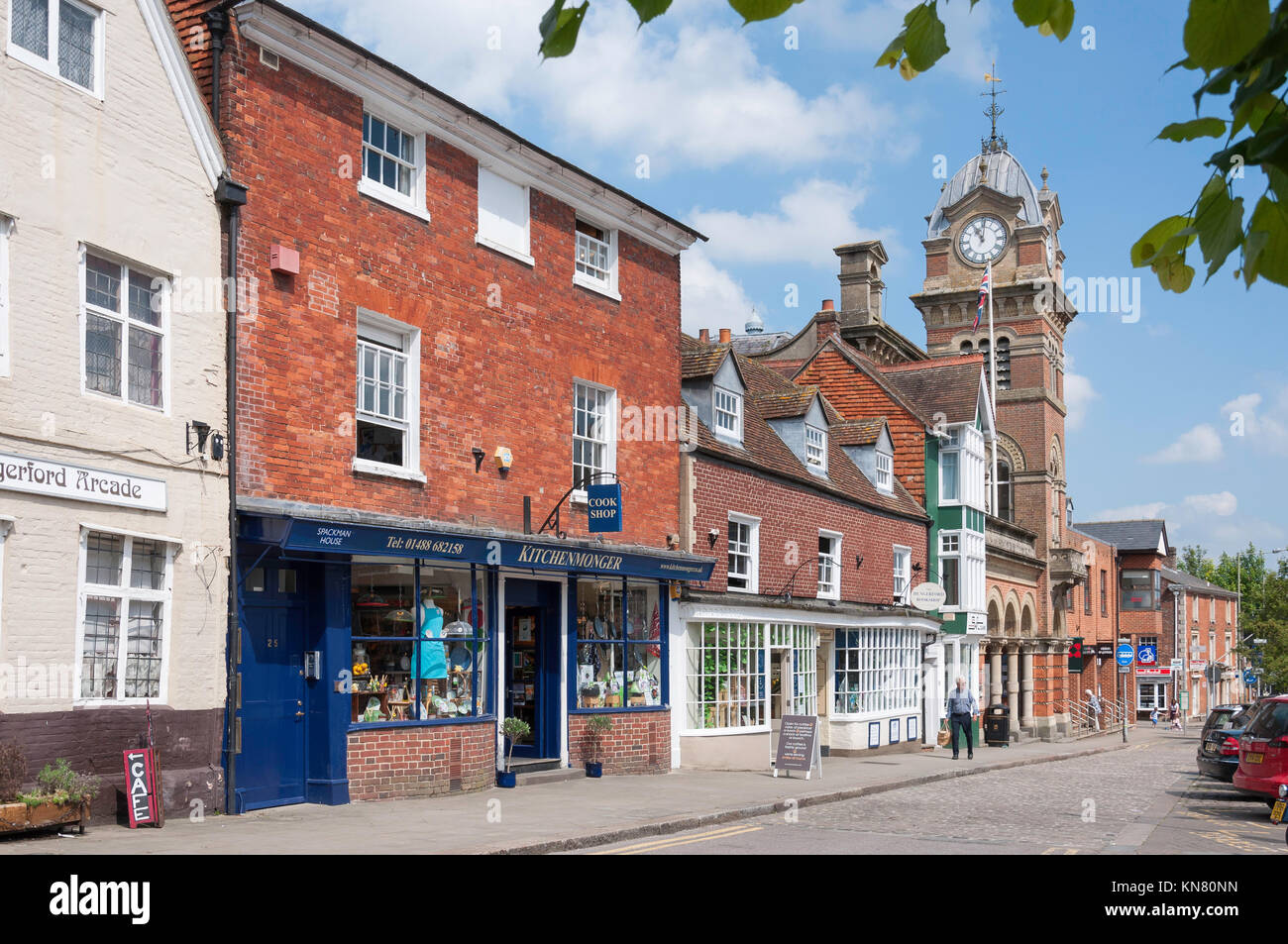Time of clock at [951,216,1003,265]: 11:01
